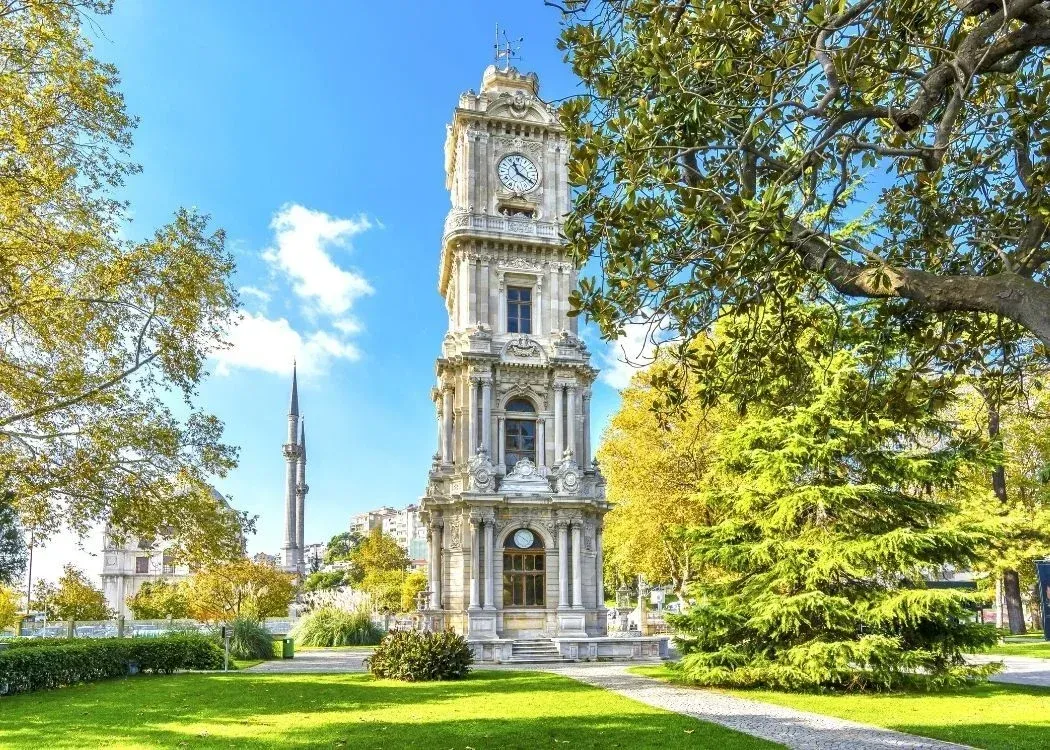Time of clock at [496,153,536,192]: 11:19
